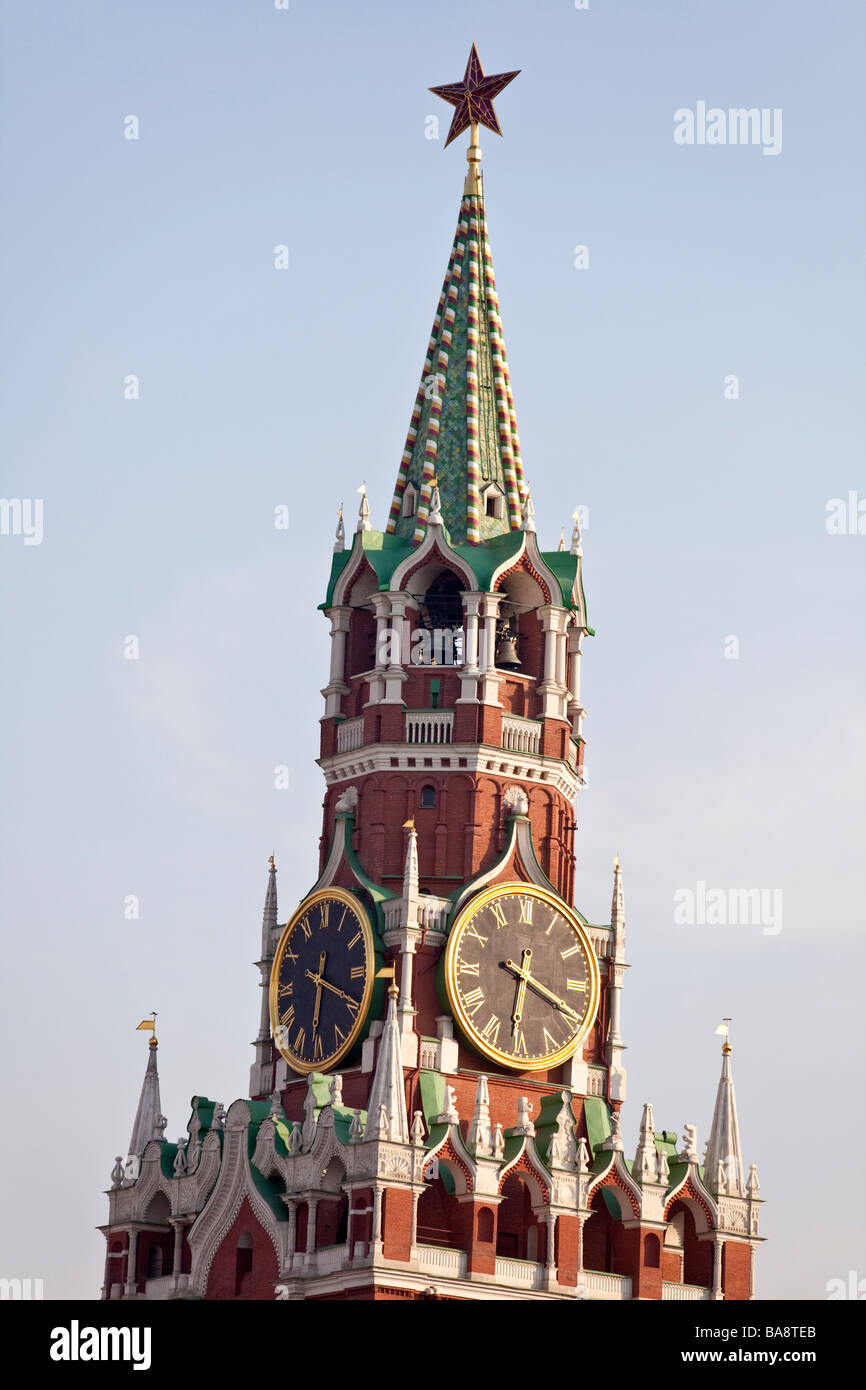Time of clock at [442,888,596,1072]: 6:19
